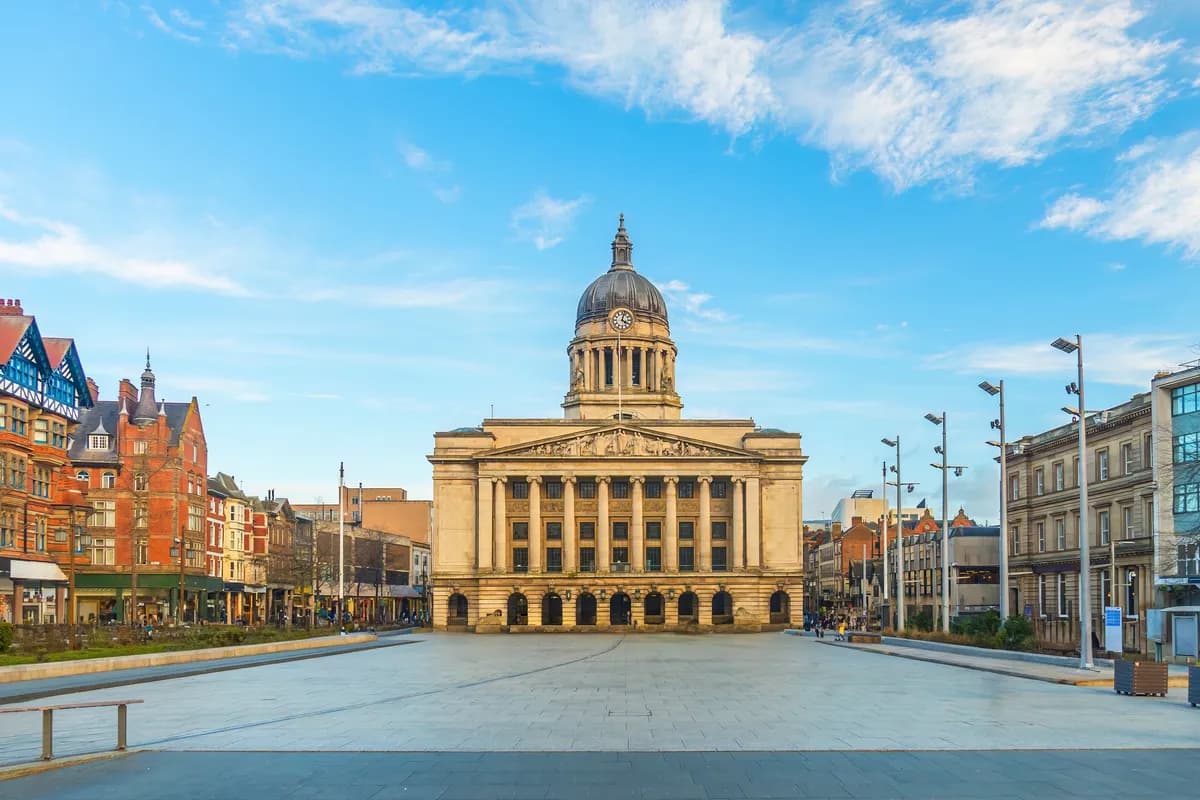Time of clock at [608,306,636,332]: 4:02
